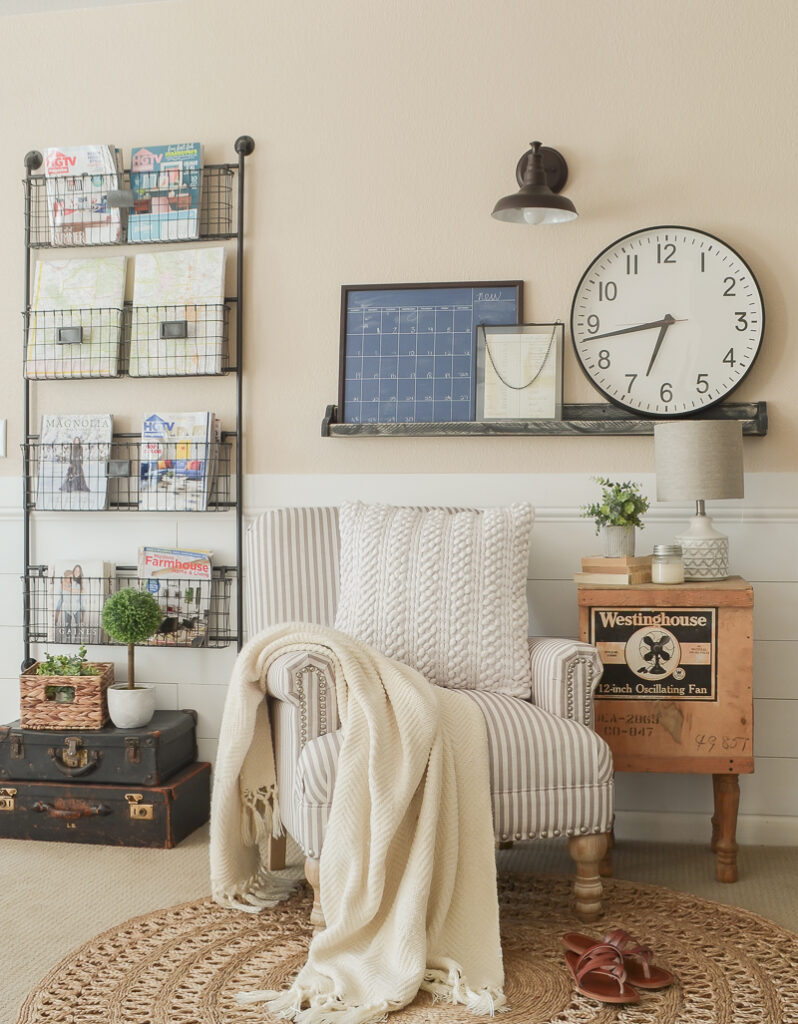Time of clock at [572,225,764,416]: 6:43
